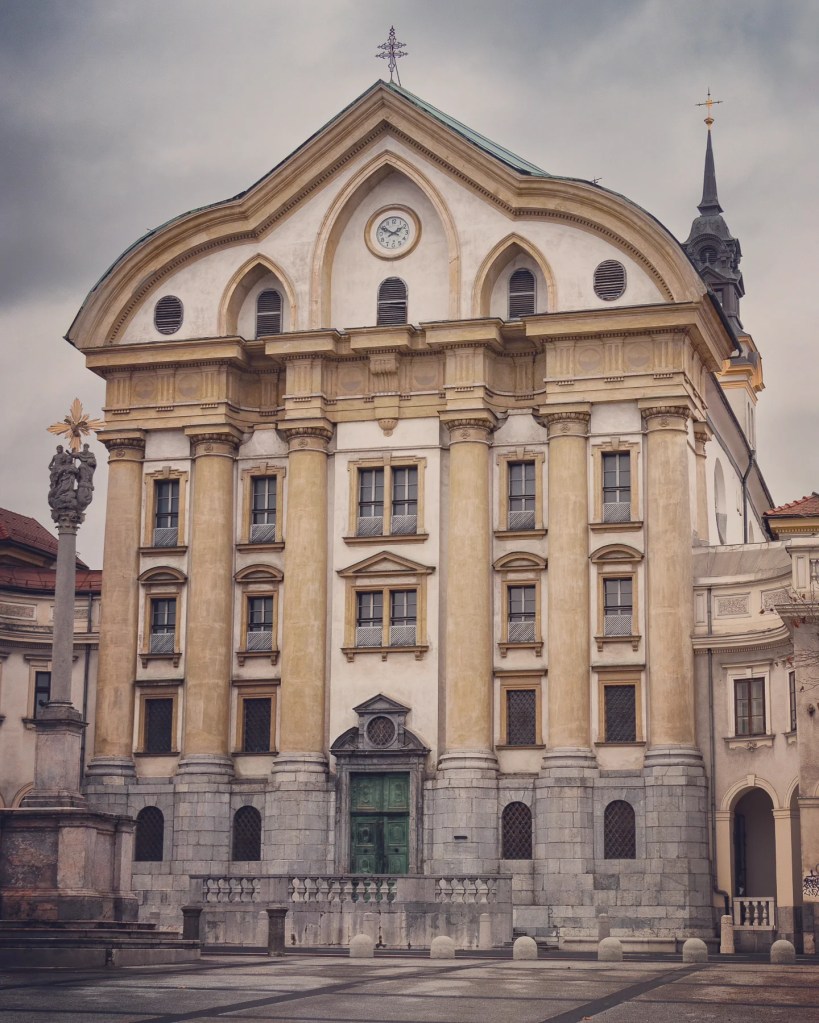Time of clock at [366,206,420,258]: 1:49
